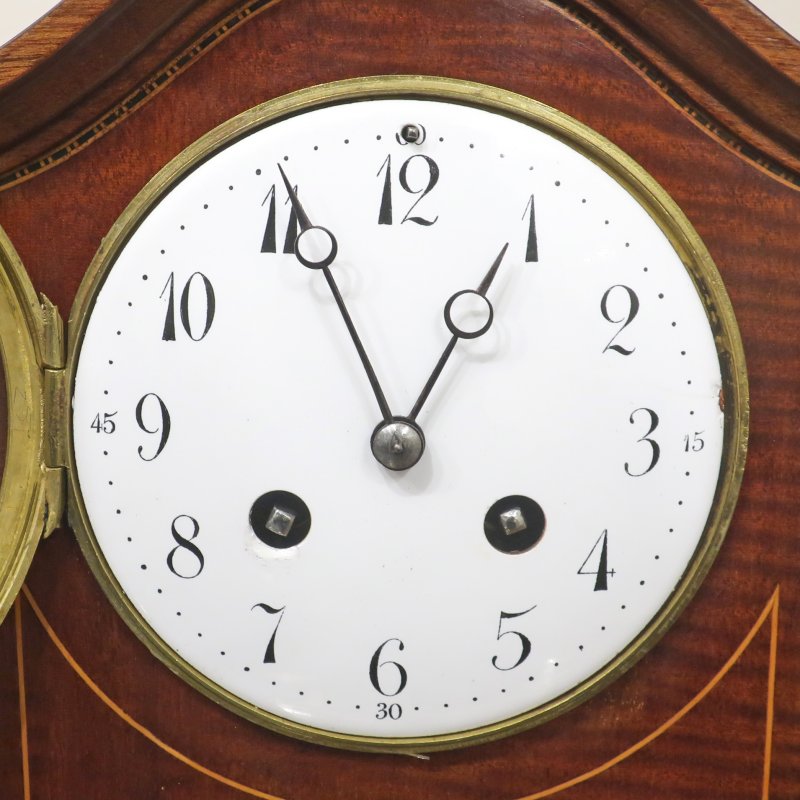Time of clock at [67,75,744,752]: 12:55
